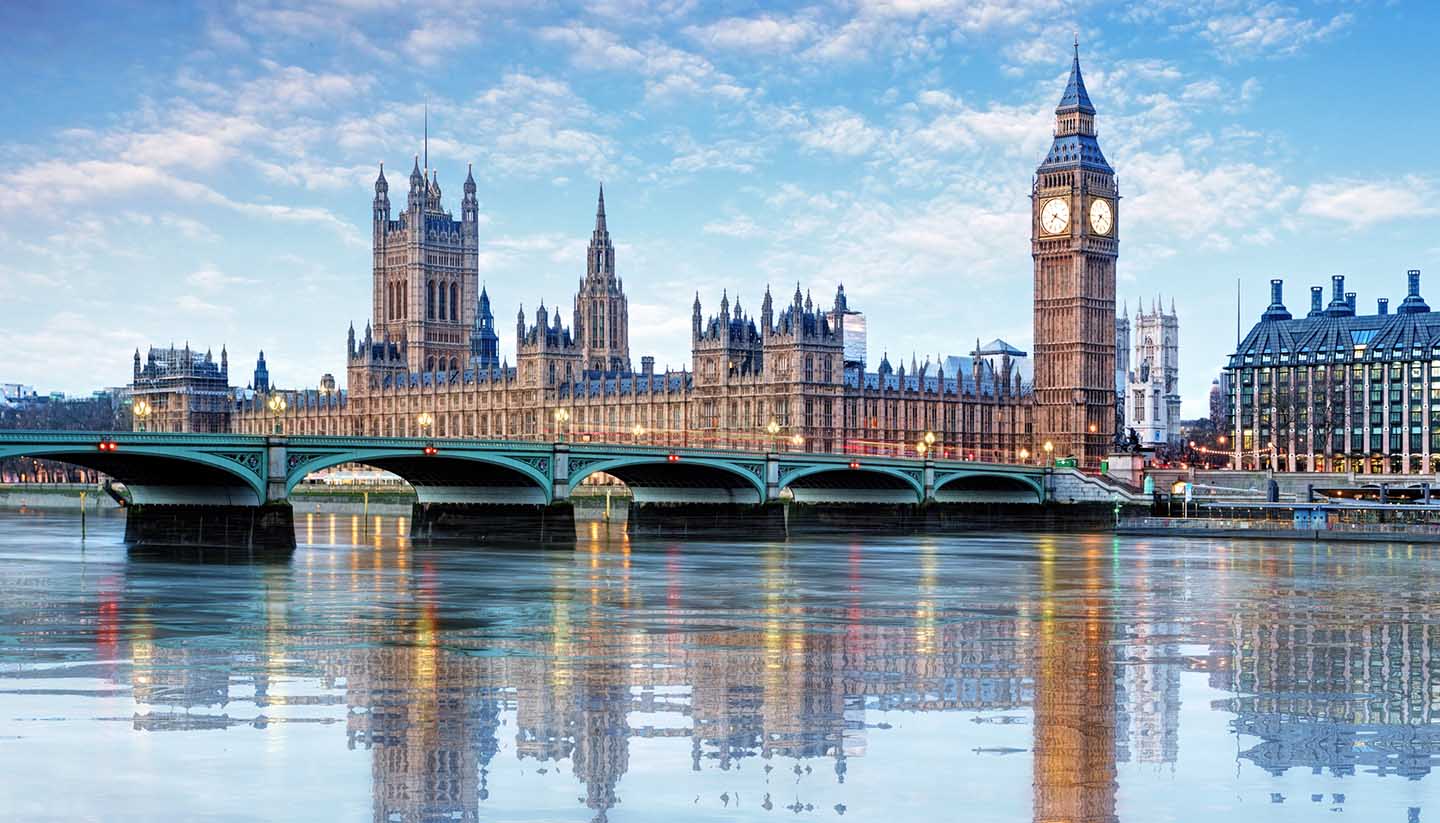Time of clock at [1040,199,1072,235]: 7:19
